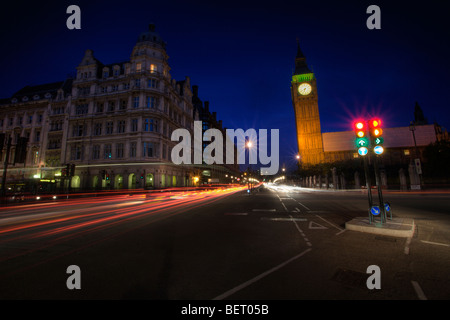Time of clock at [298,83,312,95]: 6:40
